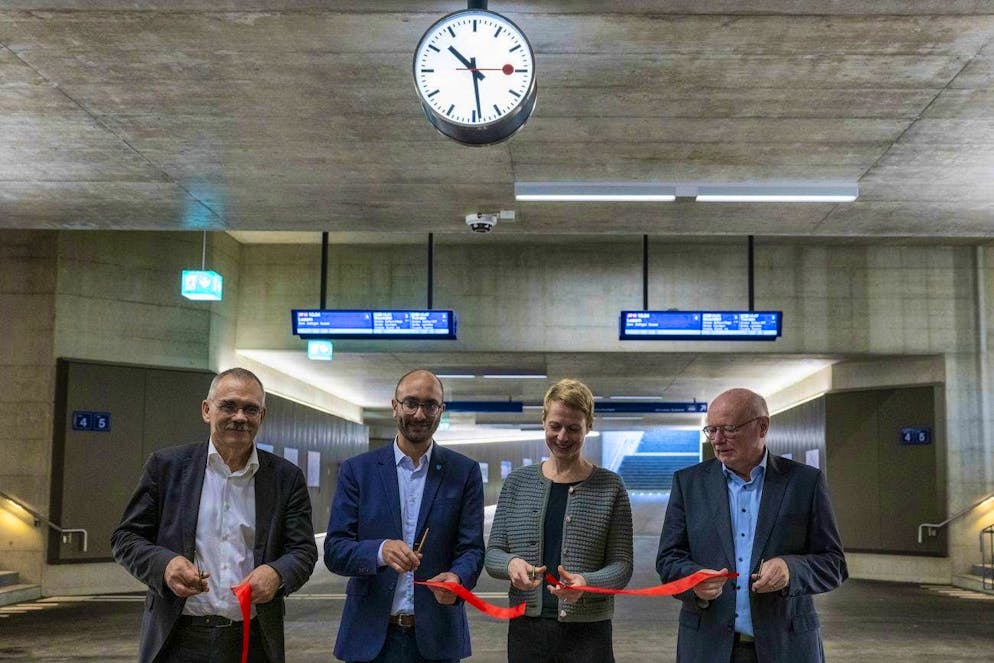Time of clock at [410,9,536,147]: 10:28
